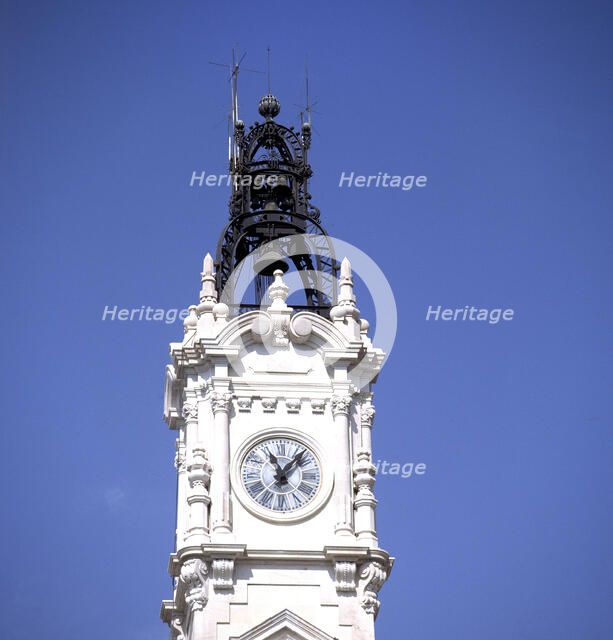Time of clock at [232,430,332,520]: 11:07
